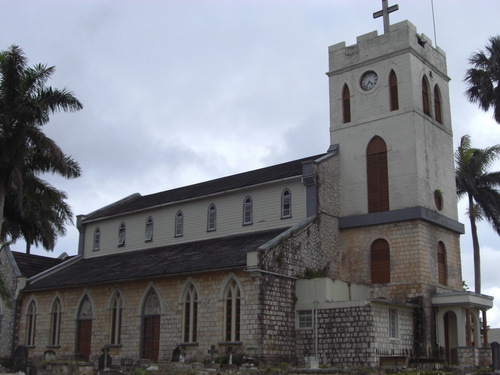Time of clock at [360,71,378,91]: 4:35
